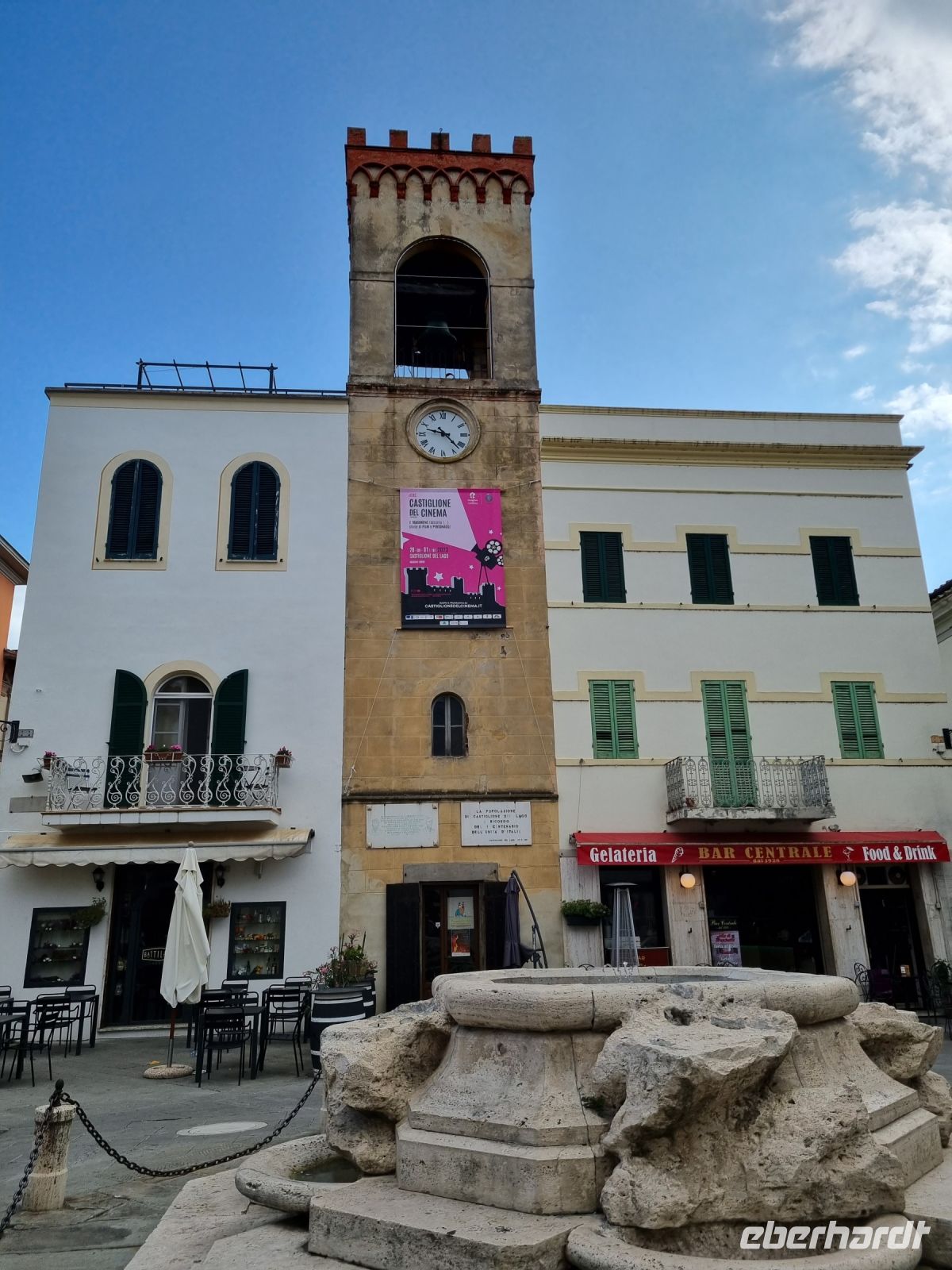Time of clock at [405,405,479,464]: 9:22
